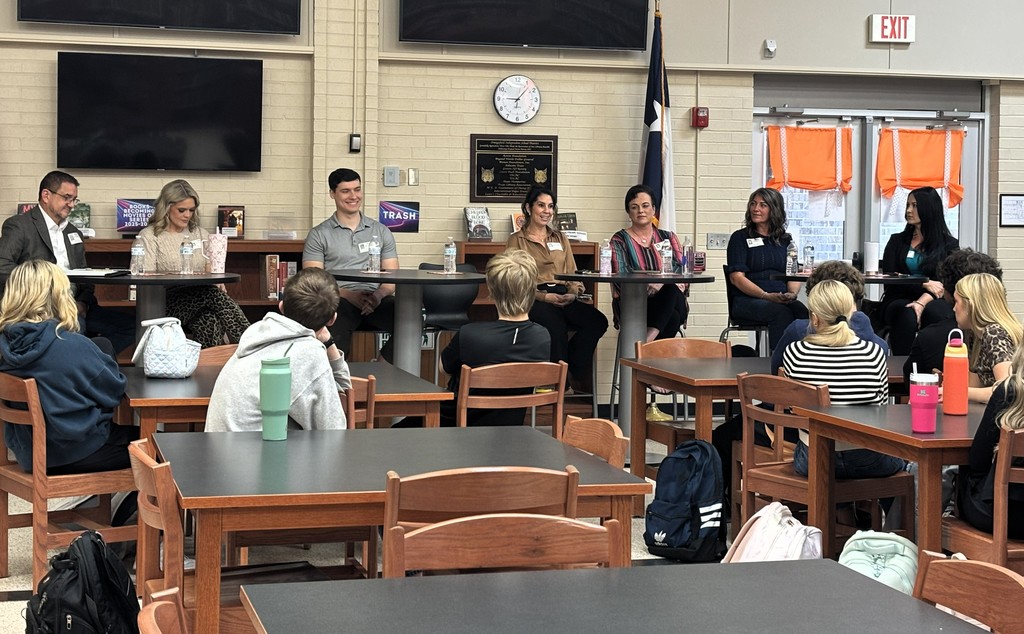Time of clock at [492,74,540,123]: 9:07
